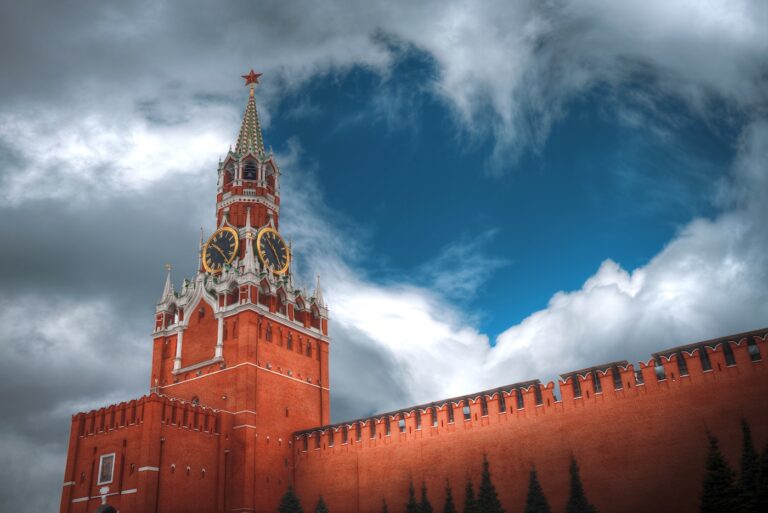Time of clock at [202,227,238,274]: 10:23
